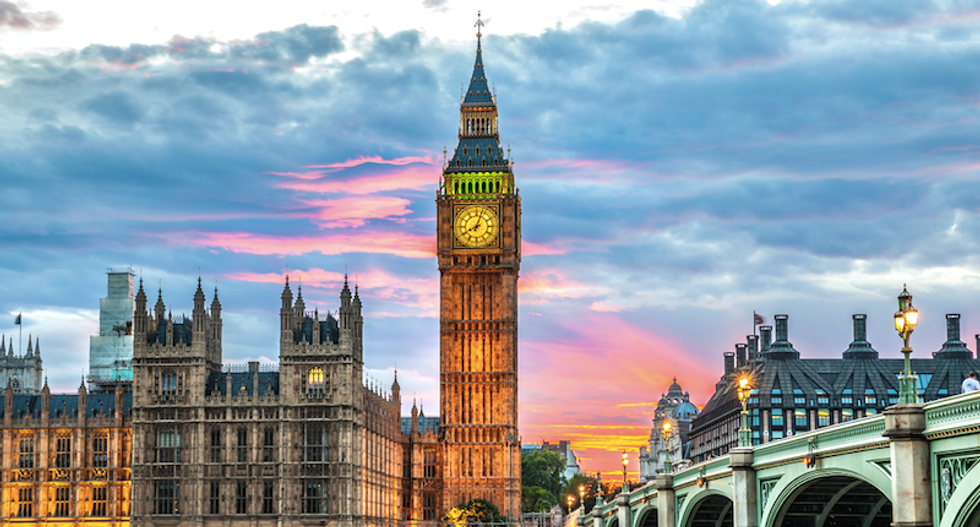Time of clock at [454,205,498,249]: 8:03
